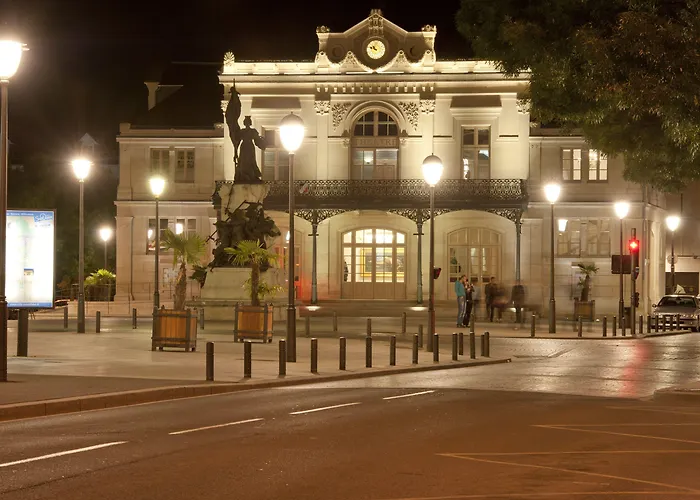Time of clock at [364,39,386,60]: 10:47
